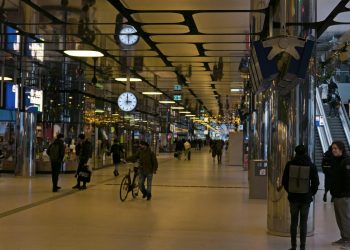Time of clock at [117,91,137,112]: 2:59
